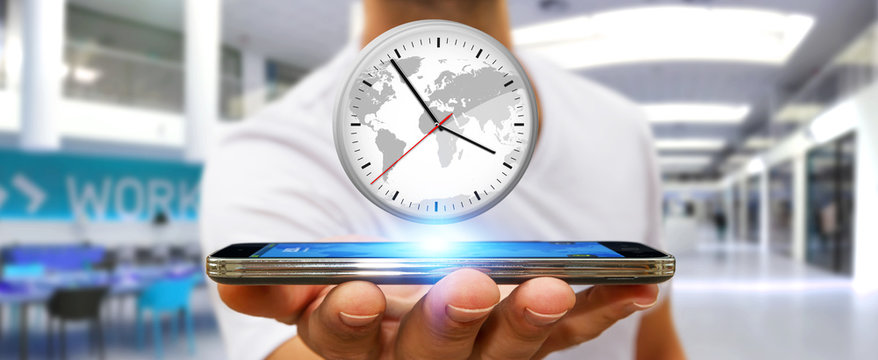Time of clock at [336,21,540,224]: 3:54
